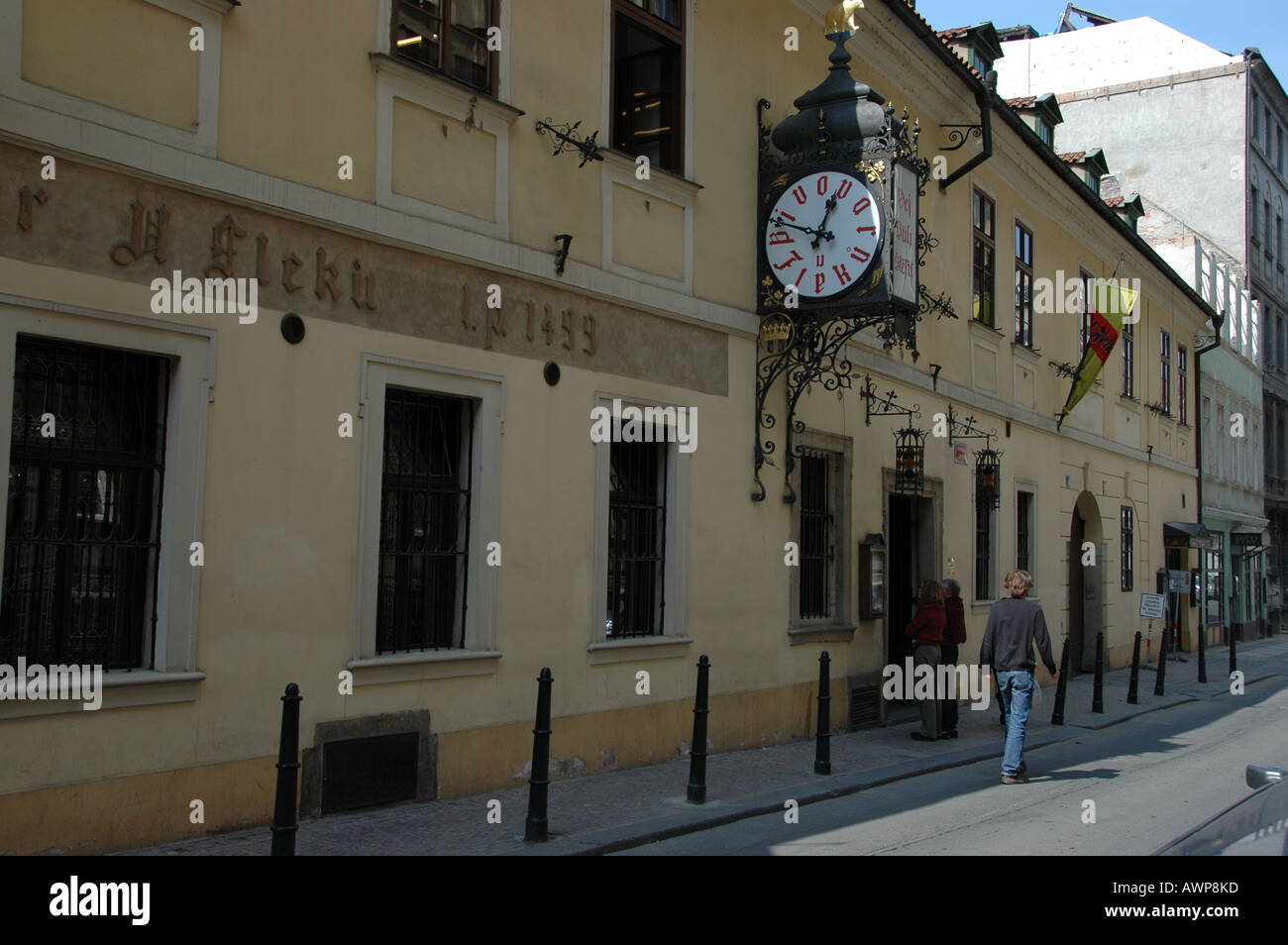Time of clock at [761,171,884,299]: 12:48
